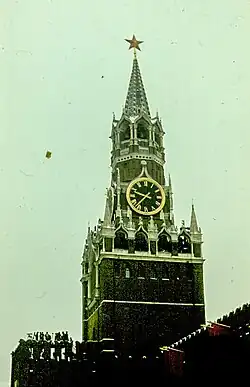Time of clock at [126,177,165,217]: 9:36
